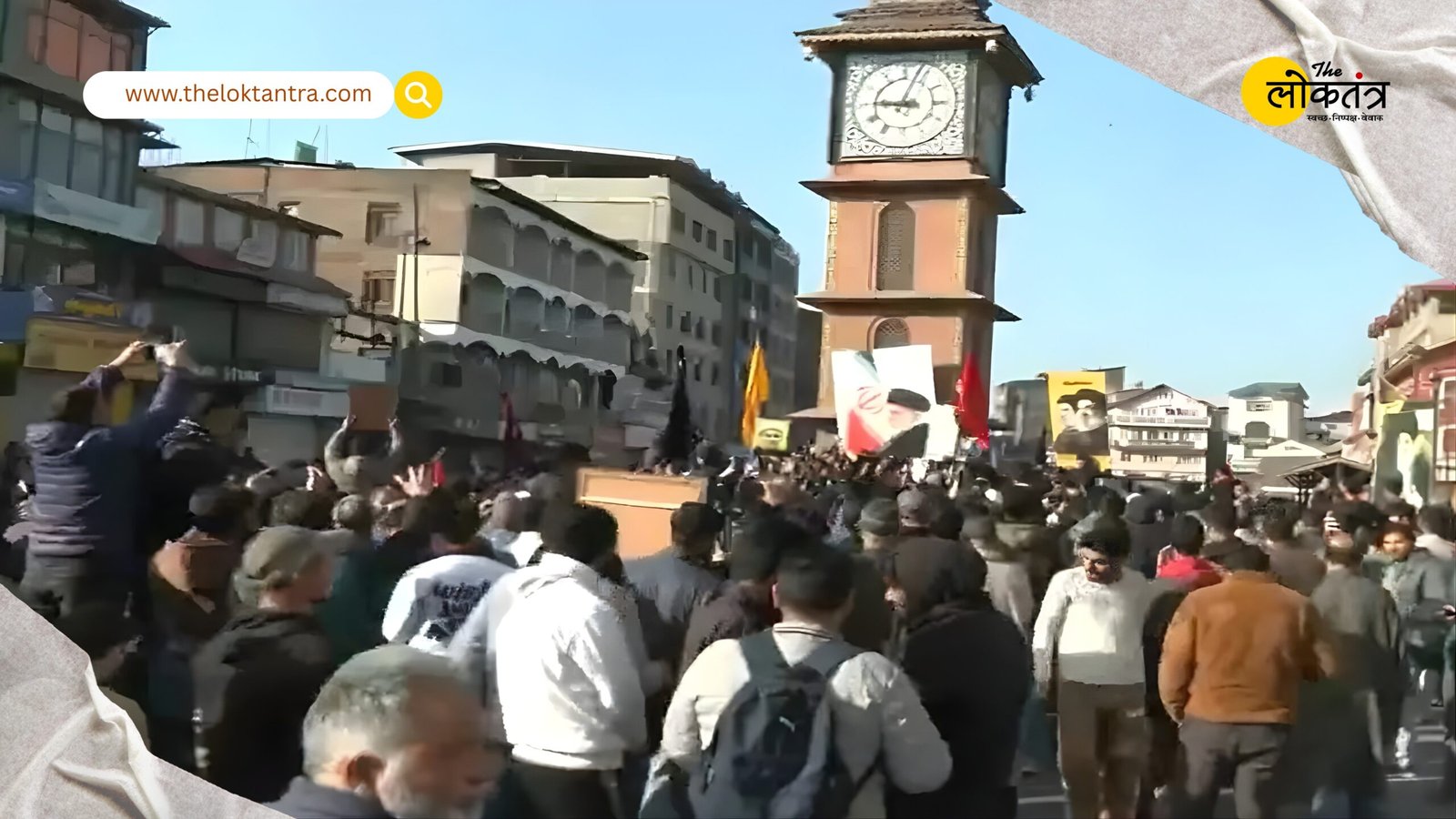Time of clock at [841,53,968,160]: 9:03
